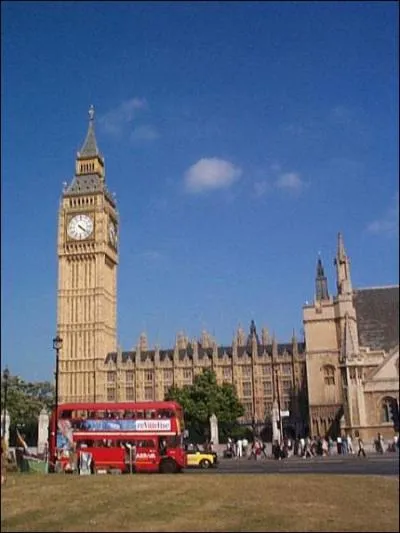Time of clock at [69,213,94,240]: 4:21
